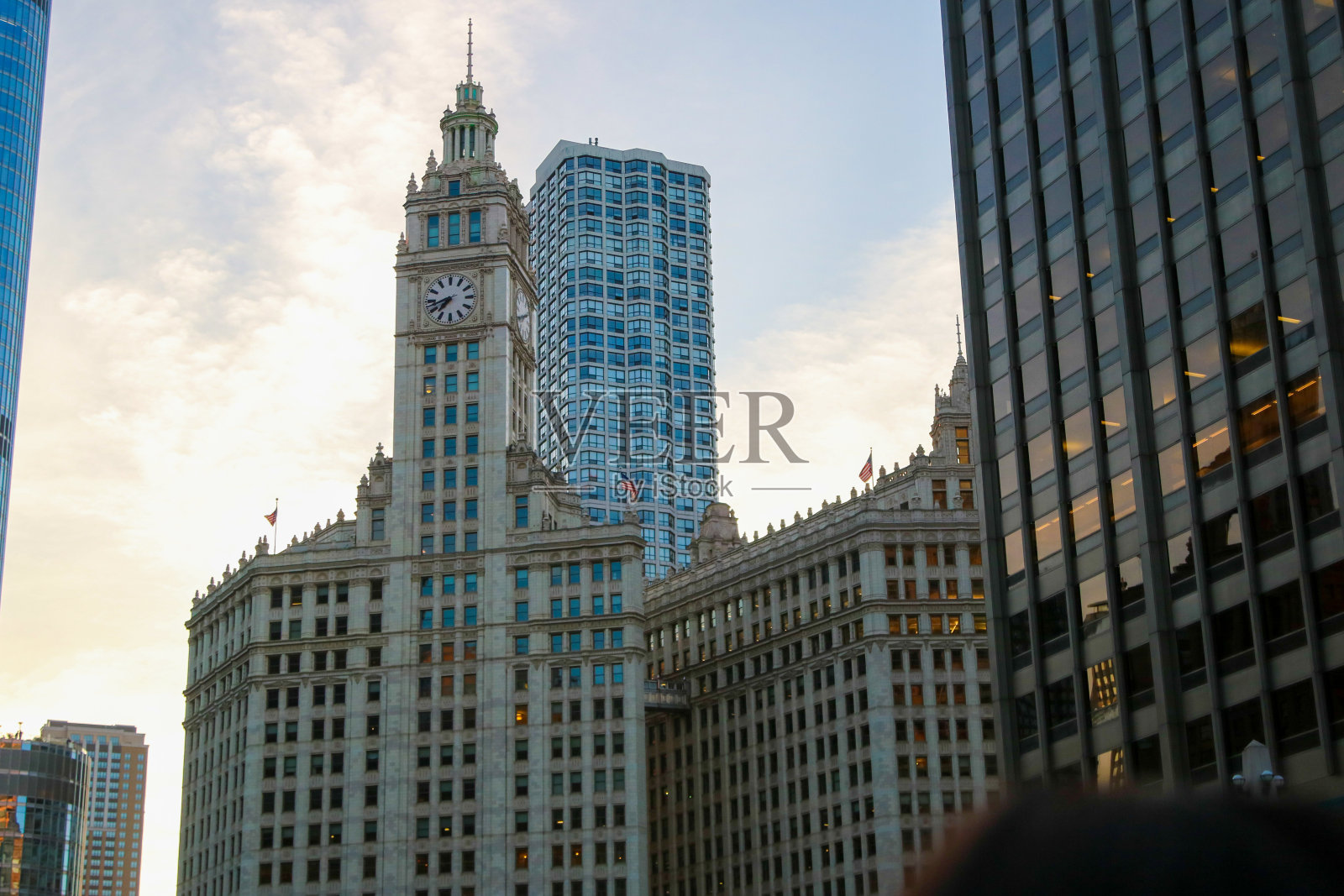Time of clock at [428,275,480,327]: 7:42
